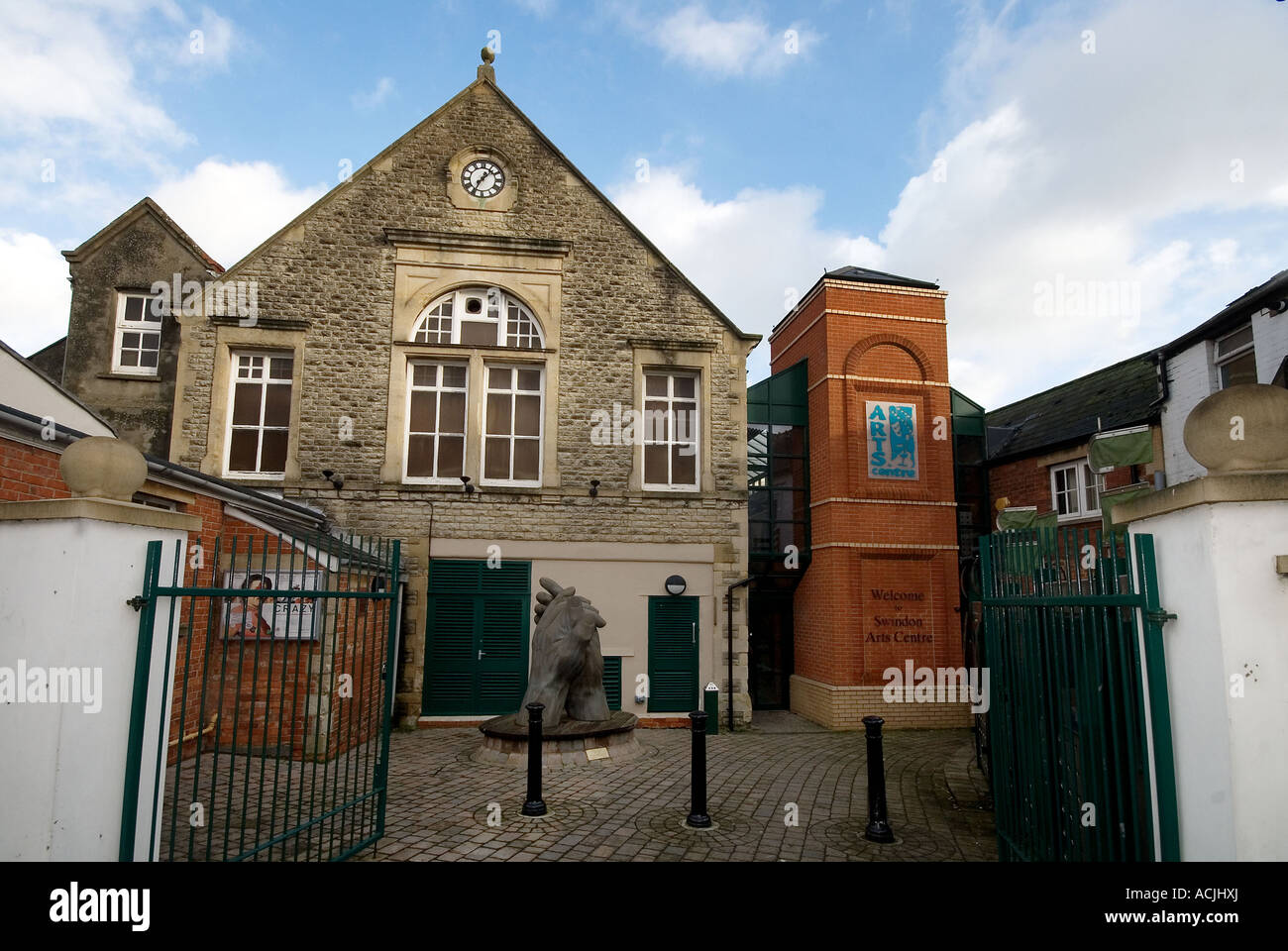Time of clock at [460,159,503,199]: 1:34
